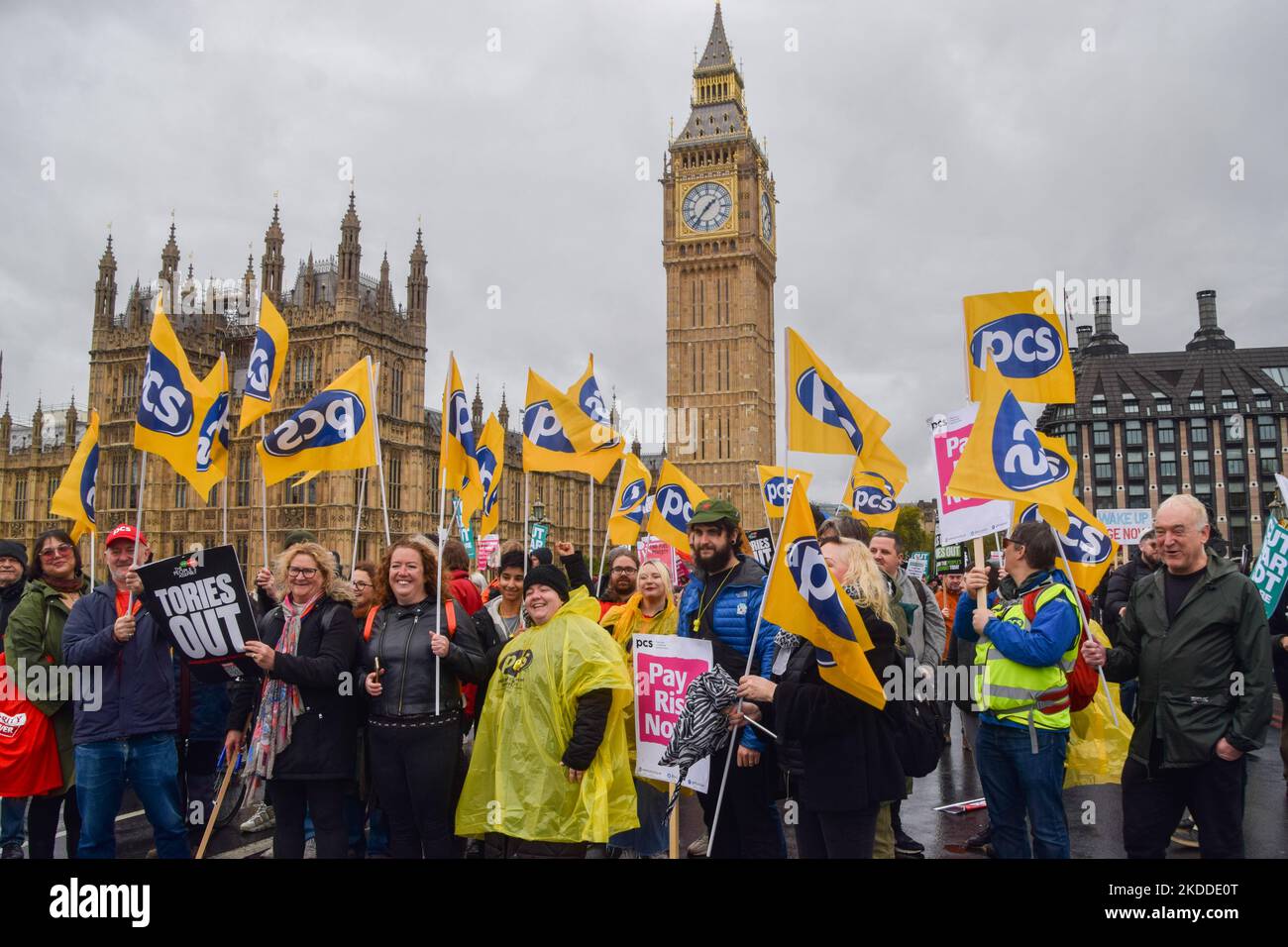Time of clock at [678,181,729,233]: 1:36
